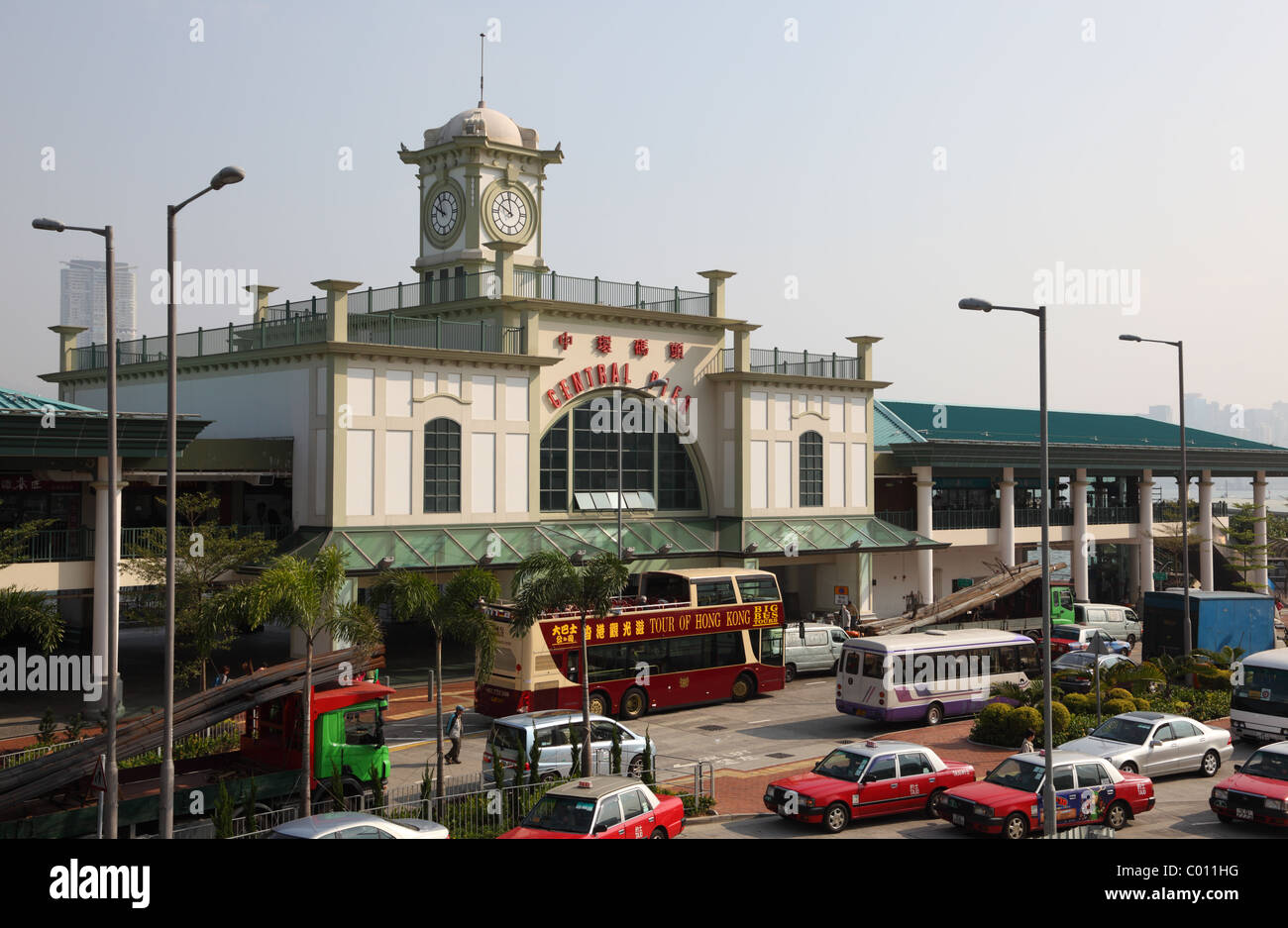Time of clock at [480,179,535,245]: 9:59
